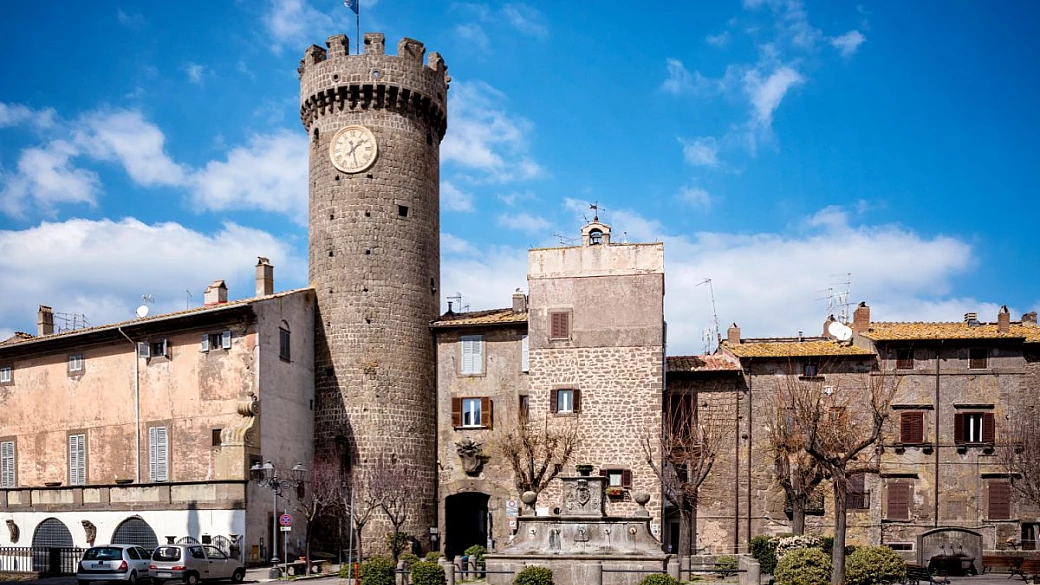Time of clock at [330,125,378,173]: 1:27
